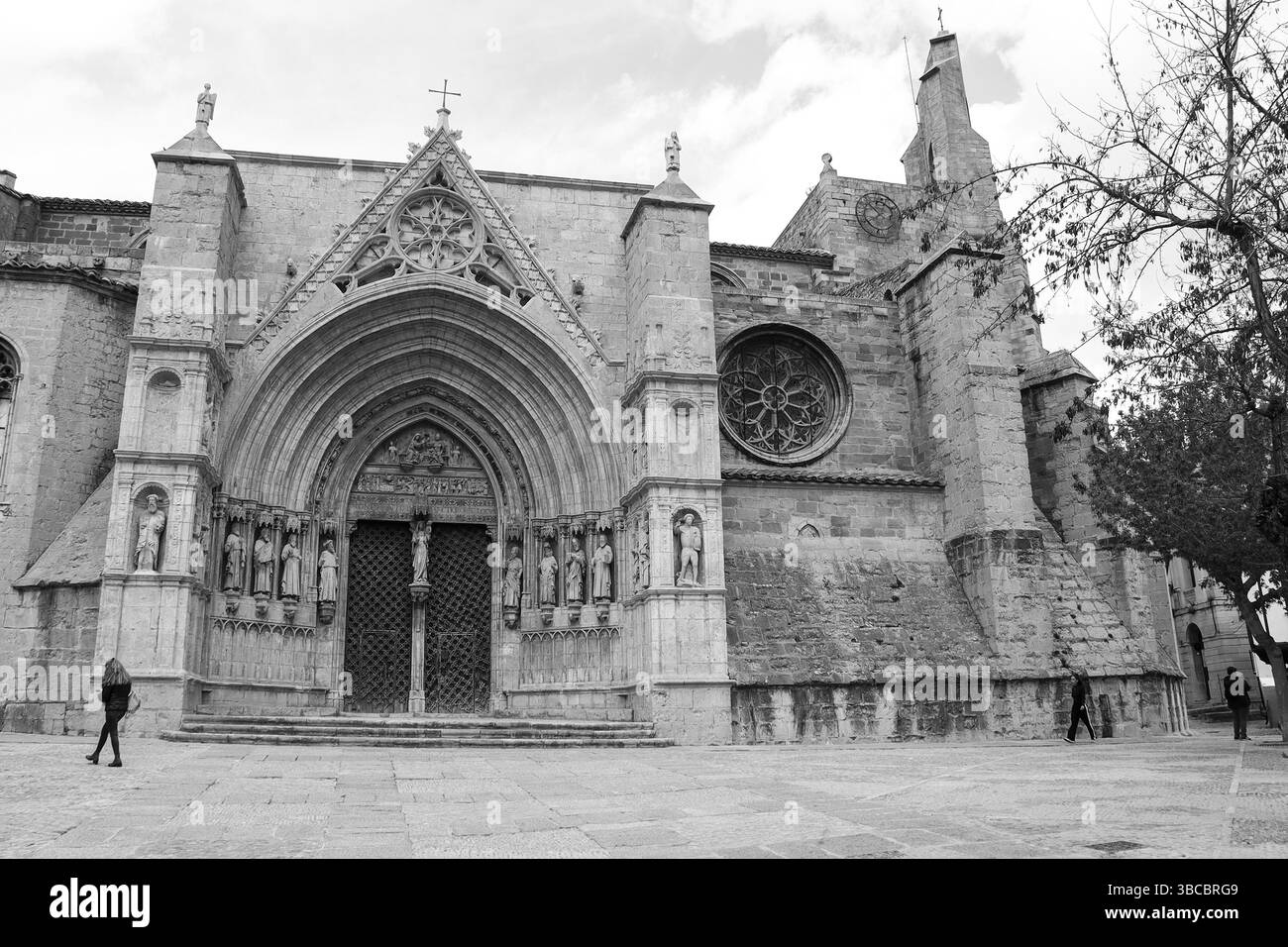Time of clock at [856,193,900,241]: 7:52
